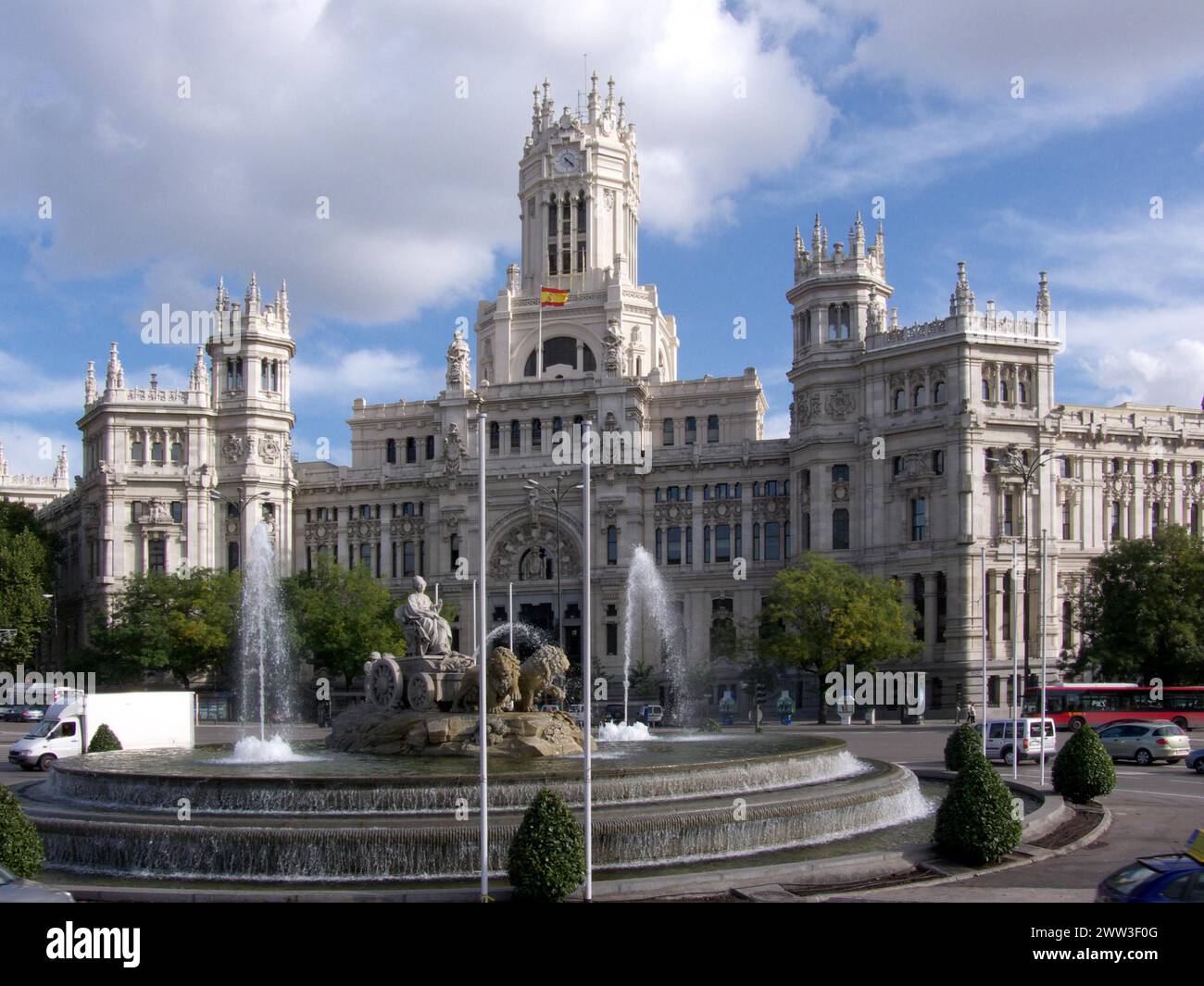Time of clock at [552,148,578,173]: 4:22
